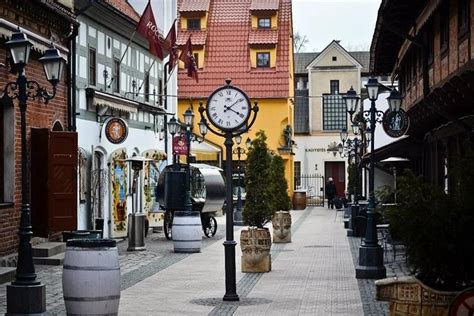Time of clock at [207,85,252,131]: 4:08
